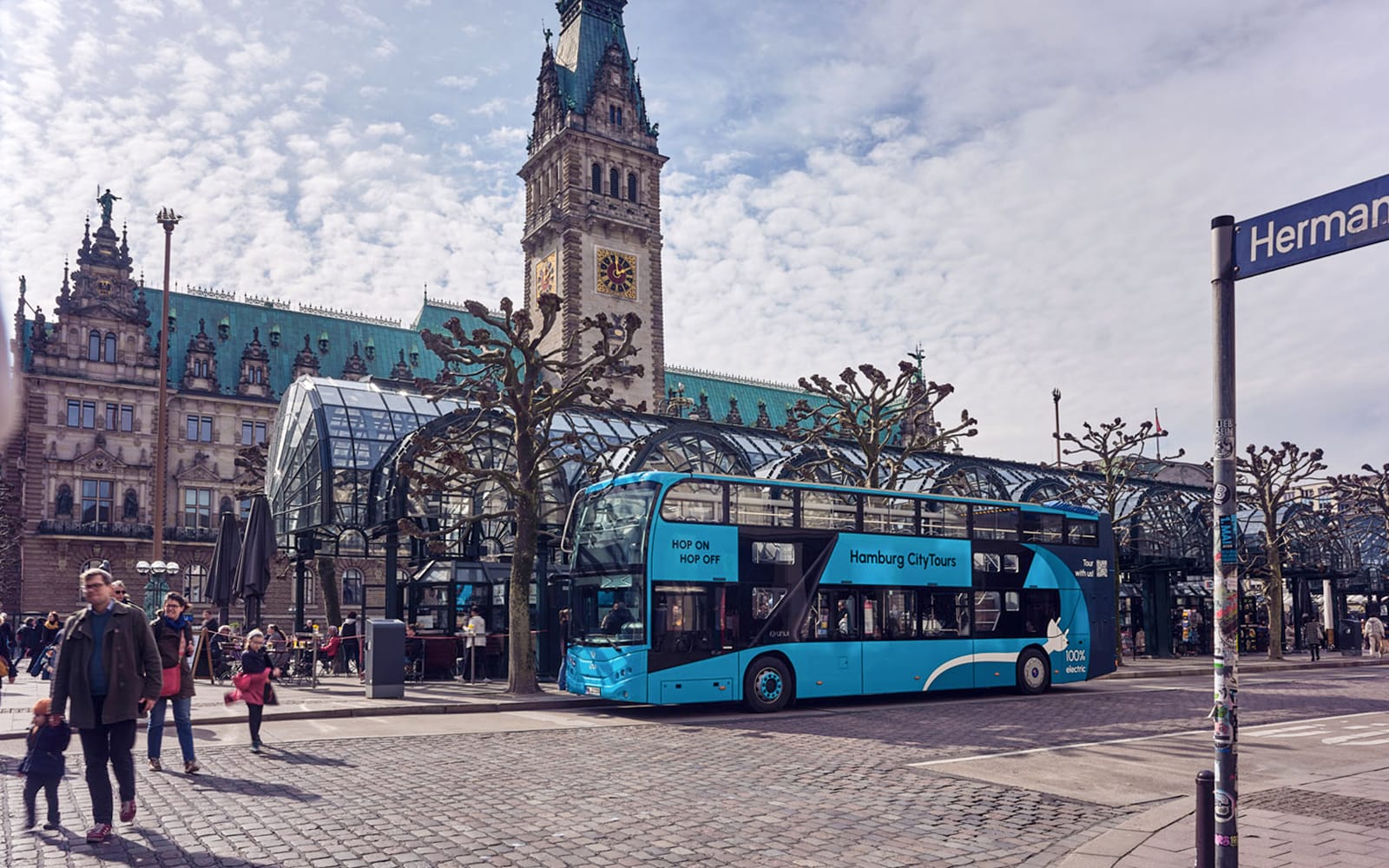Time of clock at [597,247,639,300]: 1:59
